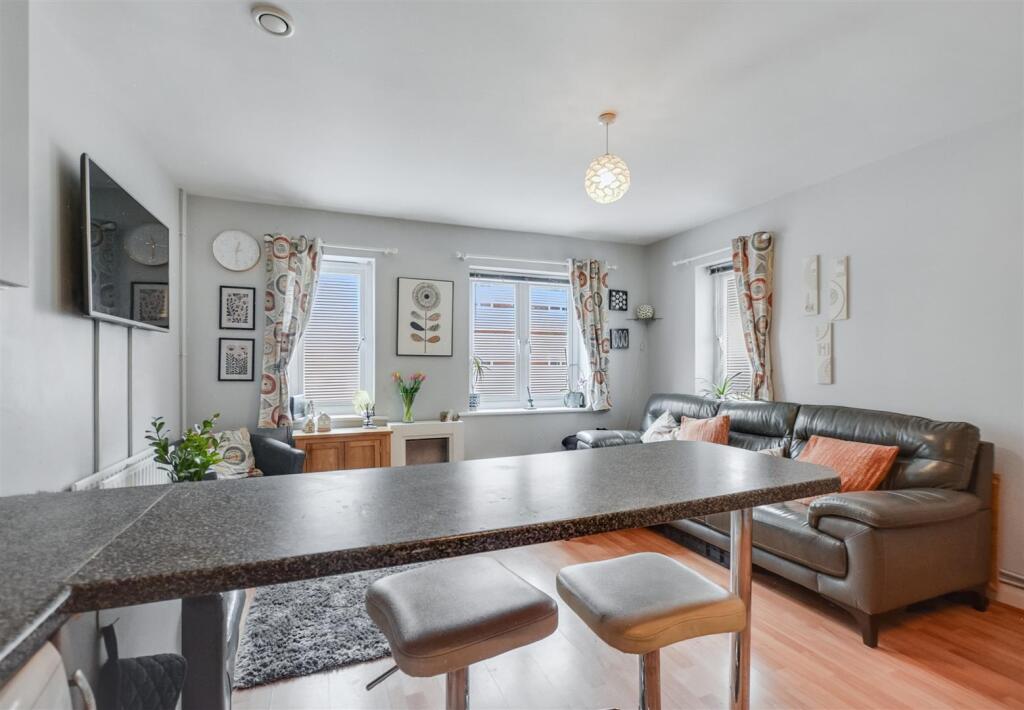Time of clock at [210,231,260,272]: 12:30
